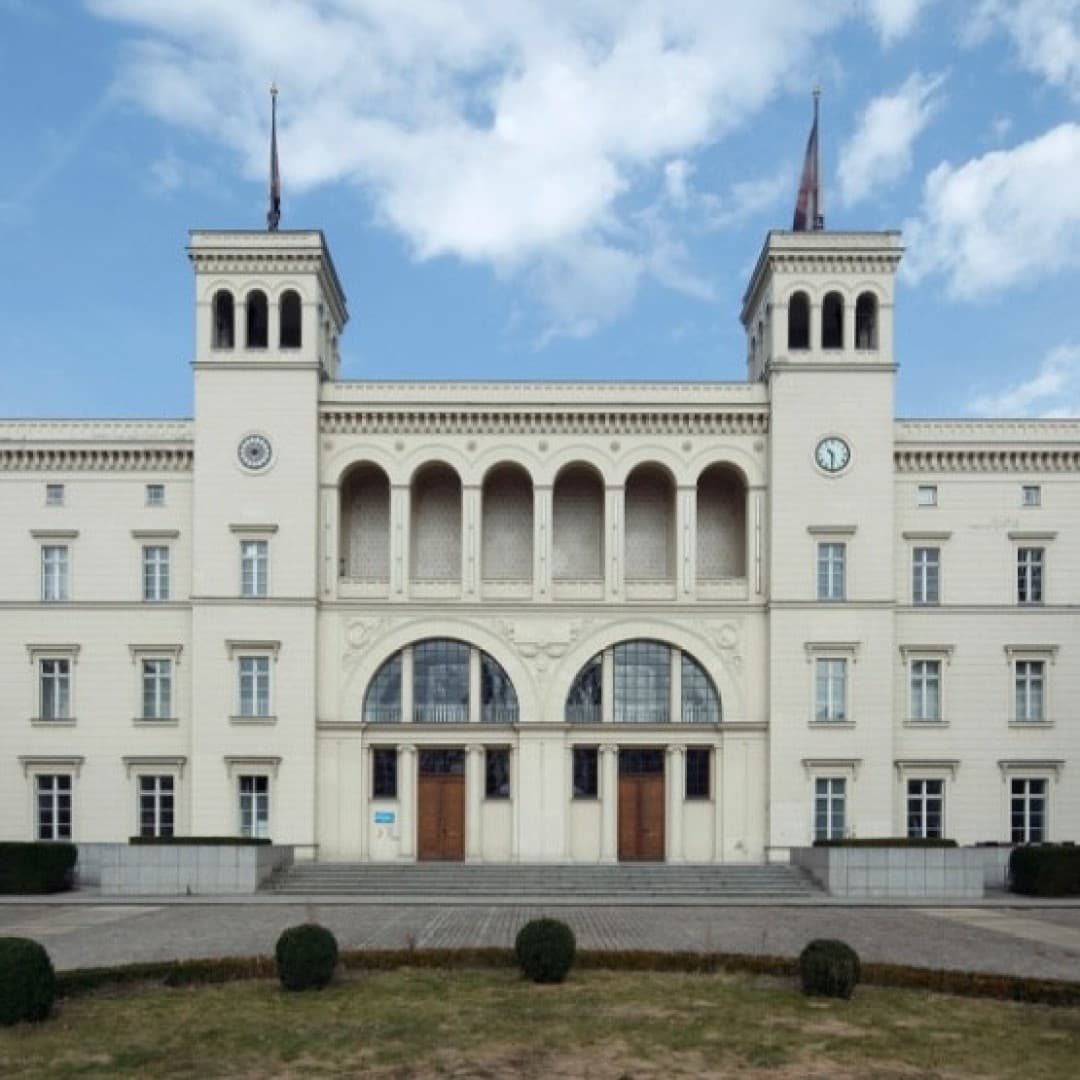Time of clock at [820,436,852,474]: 10:30
